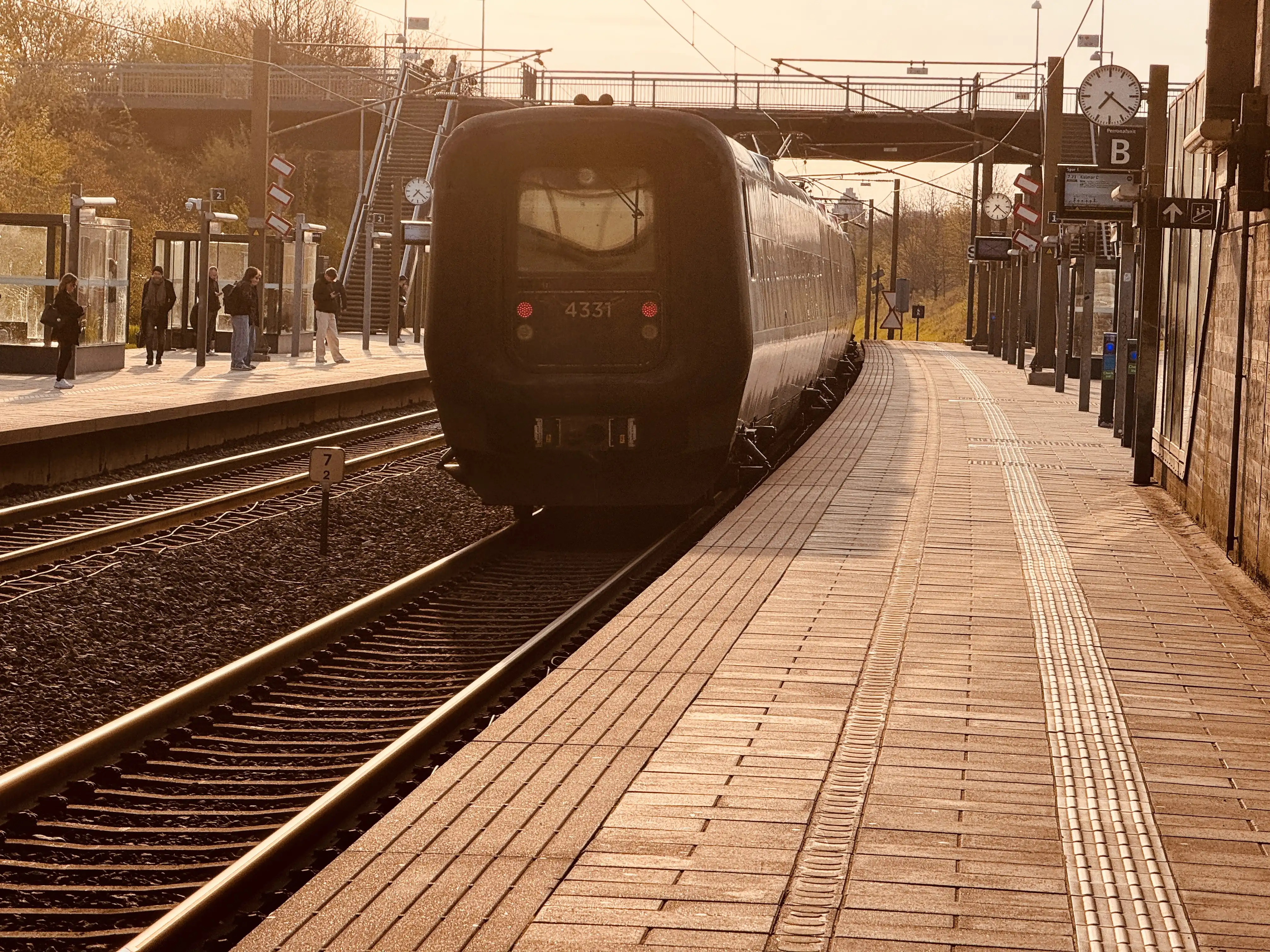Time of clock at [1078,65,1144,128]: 7:21
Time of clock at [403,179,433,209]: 7:21
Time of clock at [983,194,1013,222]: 7:21
